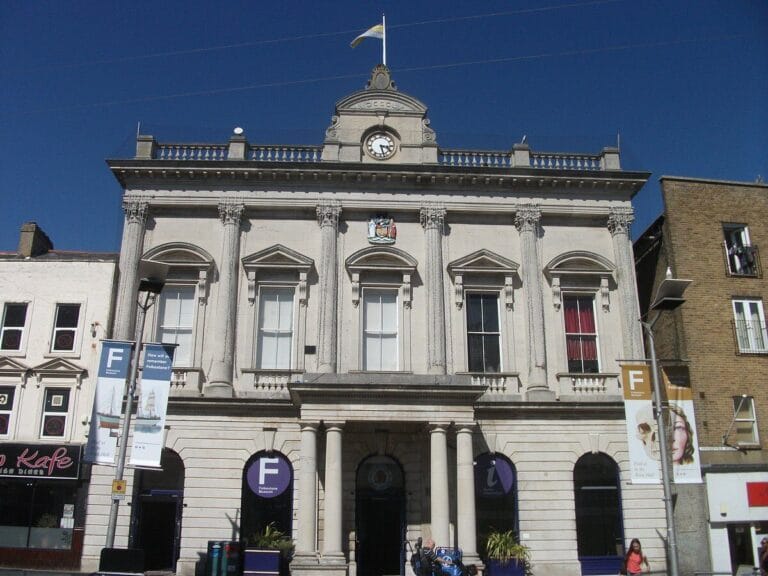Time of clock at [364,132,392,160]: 3:27
